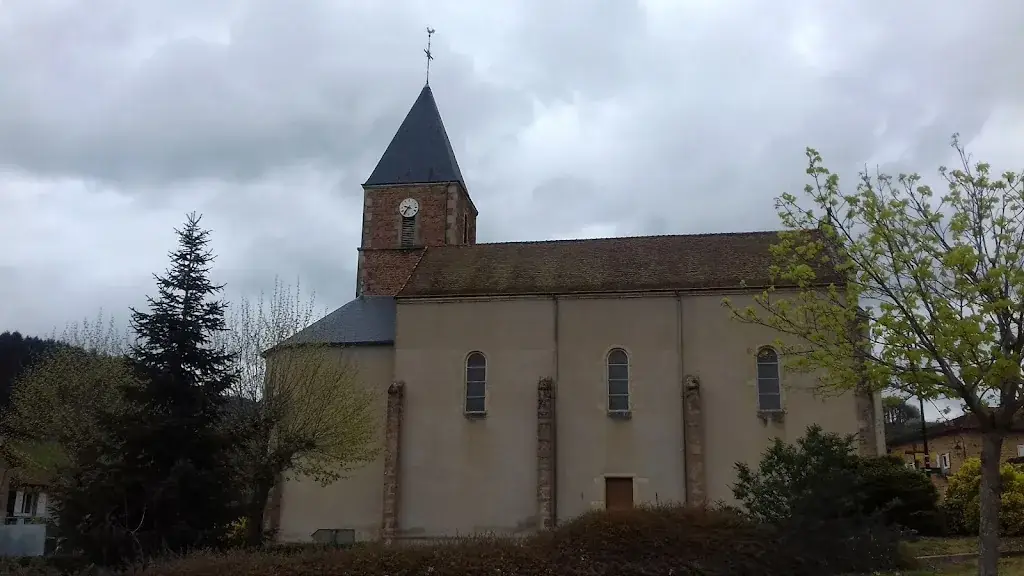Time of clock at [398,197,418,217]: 9:36
